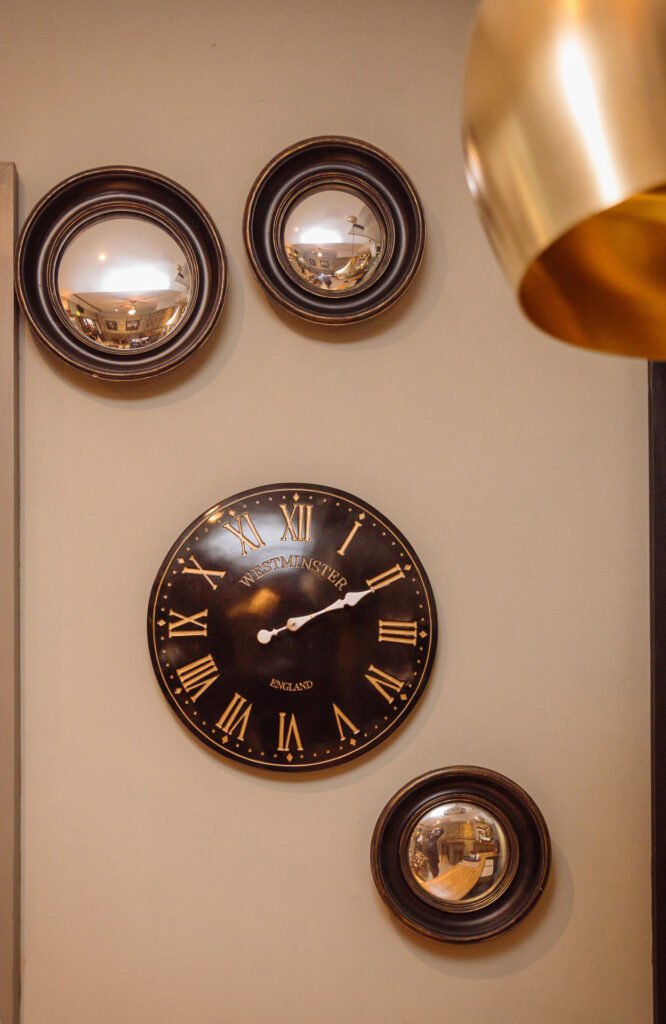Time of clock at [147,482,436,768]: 2:10
